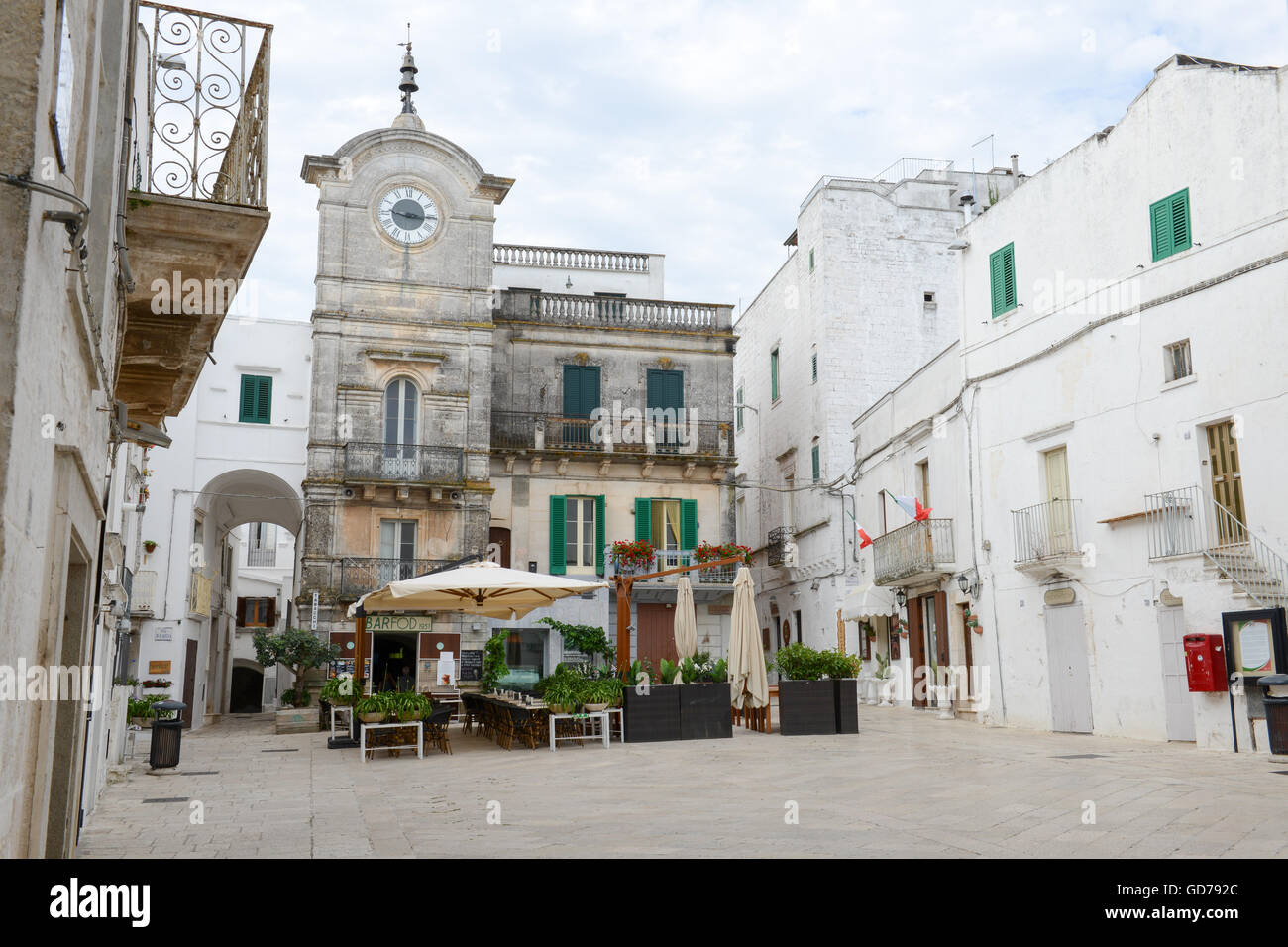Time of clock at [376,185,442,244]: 9:16
